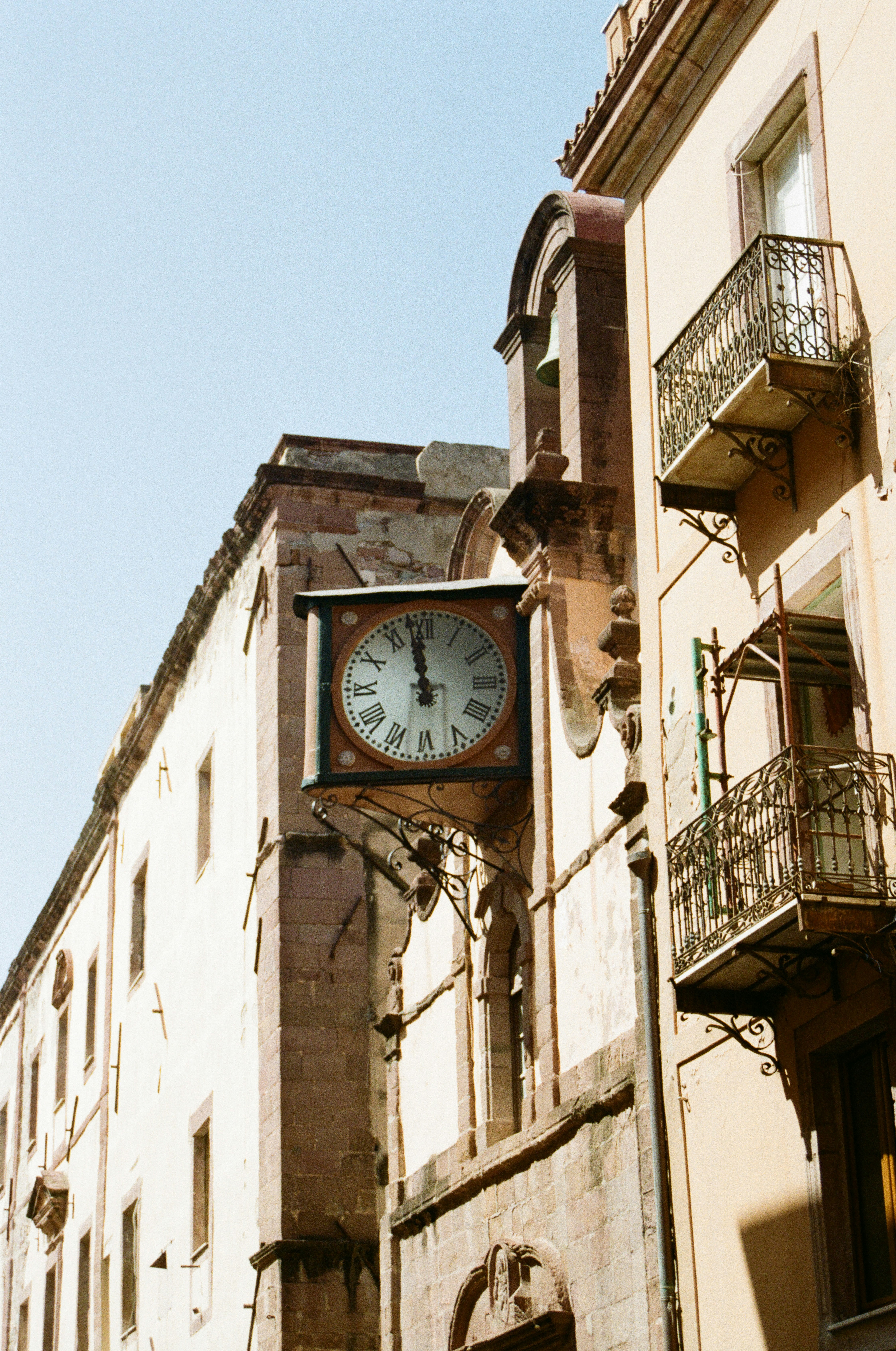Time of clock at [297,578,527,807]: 11:58
